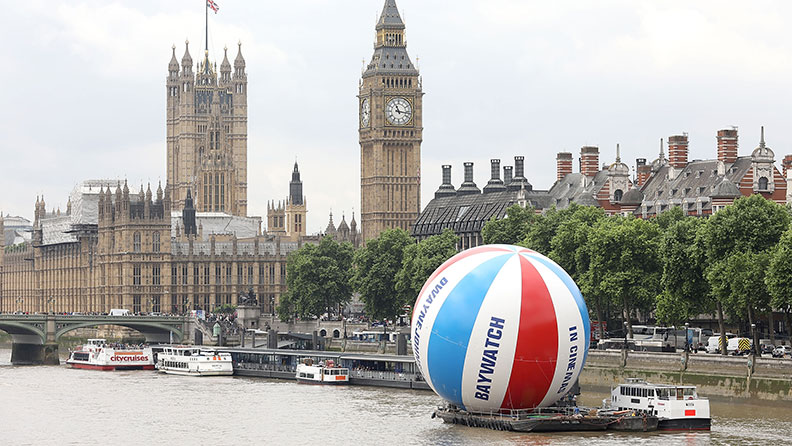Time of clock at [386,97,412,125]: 11:16
